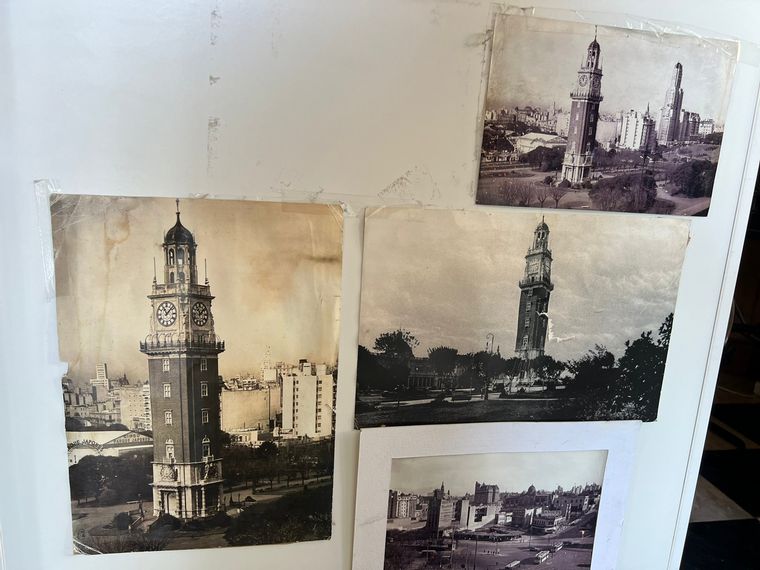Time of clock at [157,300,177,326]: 11:07
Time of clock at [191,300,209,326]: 11:07
